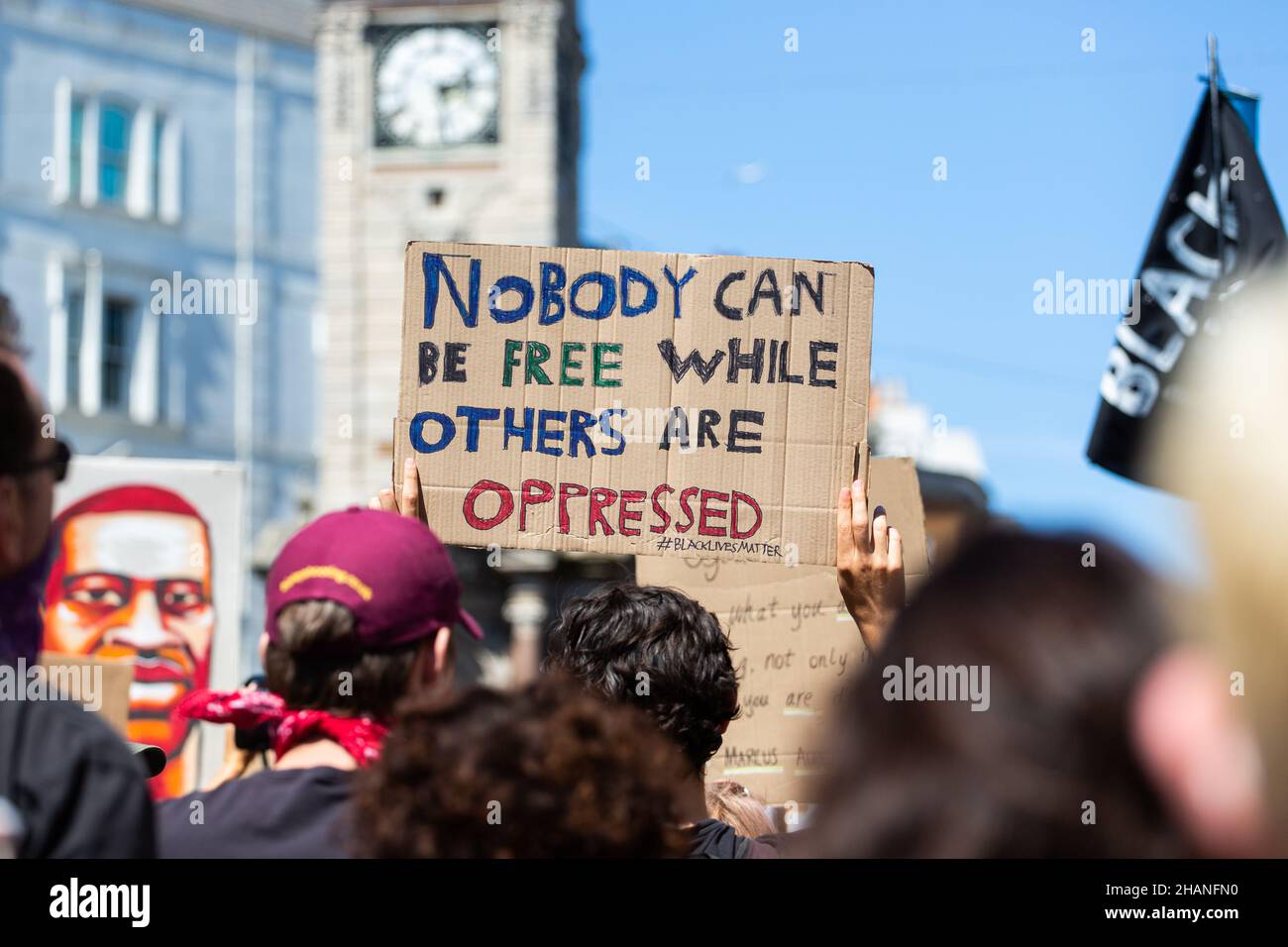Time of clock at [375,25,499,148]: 2:29
